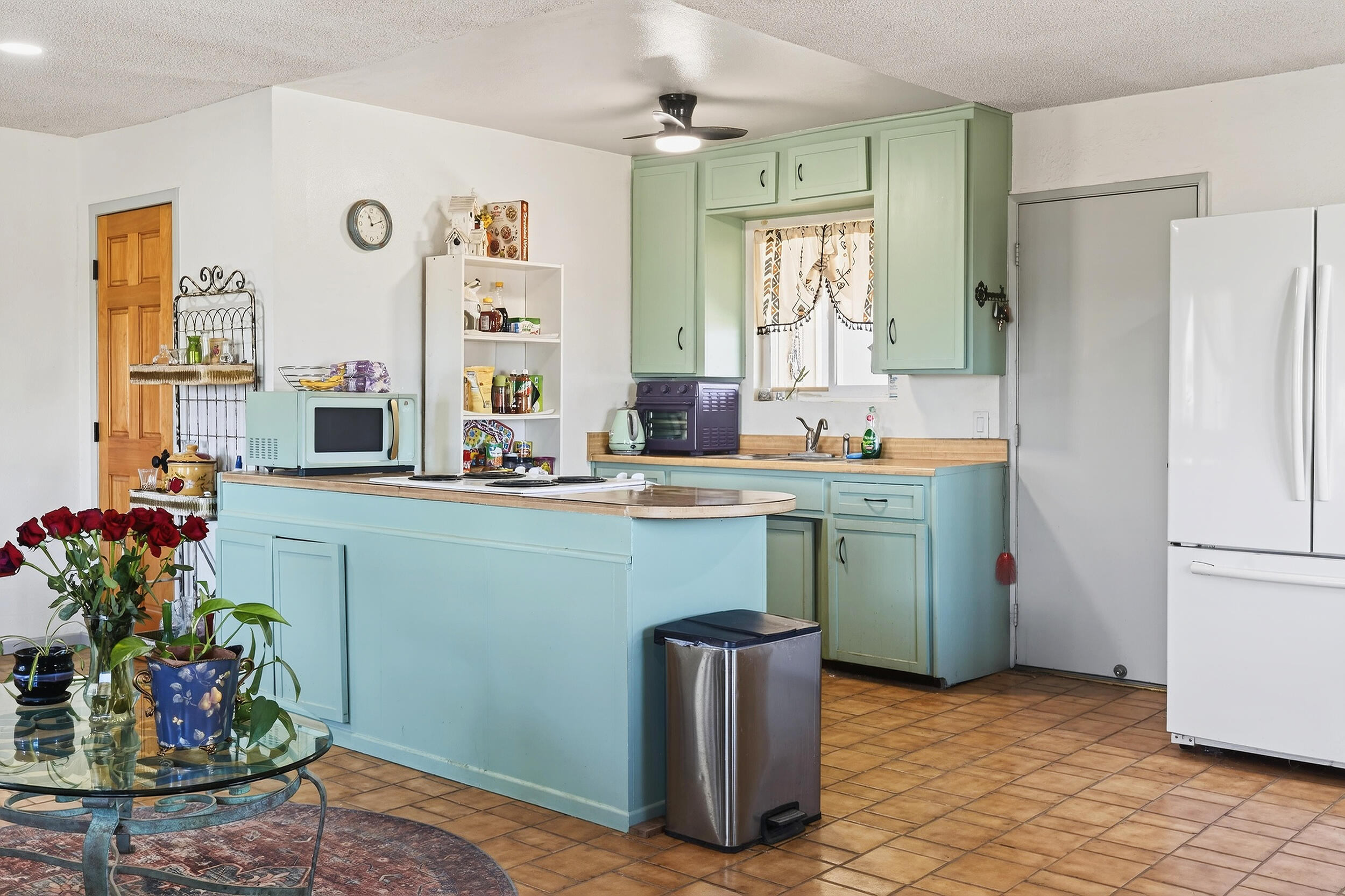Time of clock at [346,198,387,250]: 11:11
